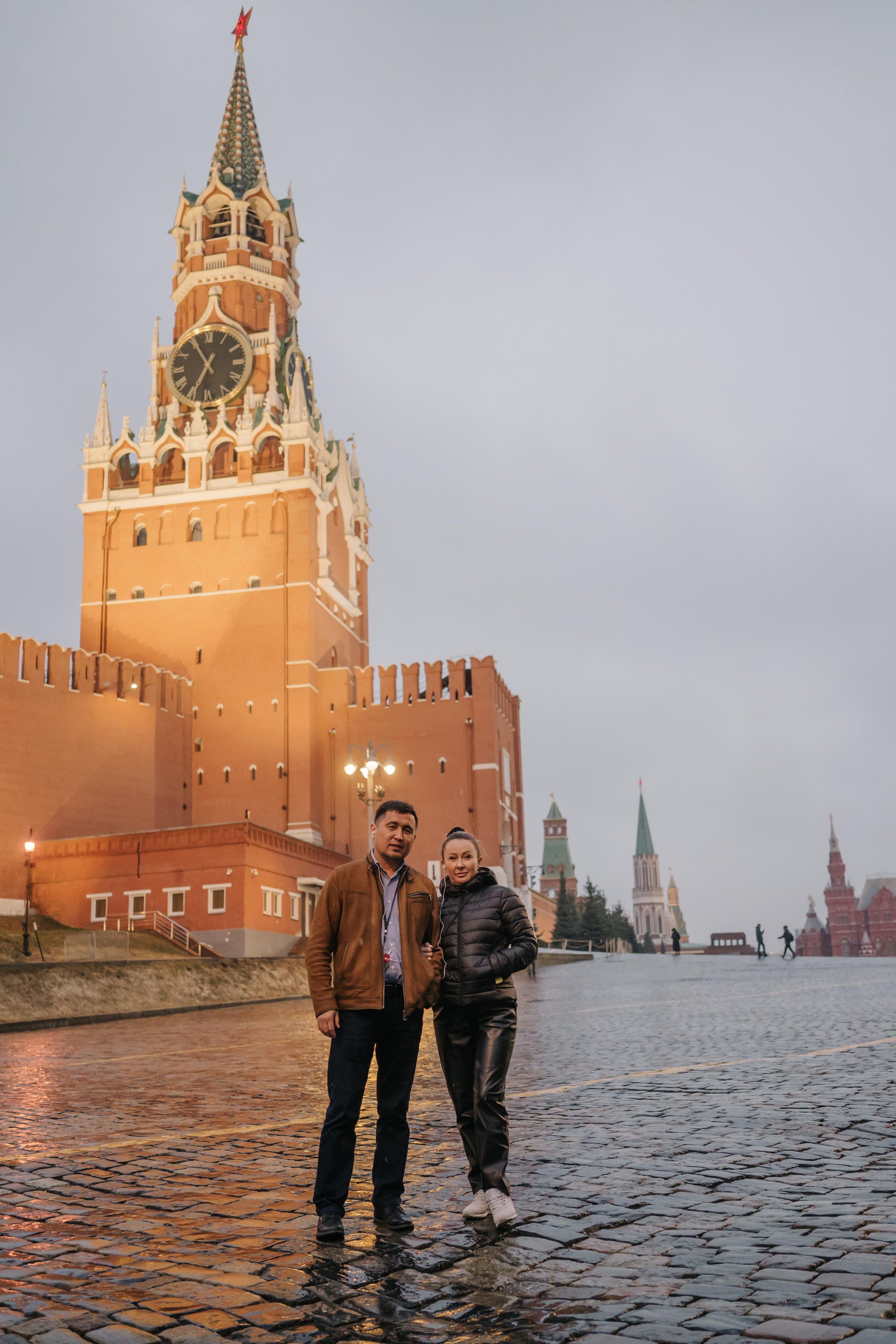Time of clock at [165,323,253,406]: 6:54
